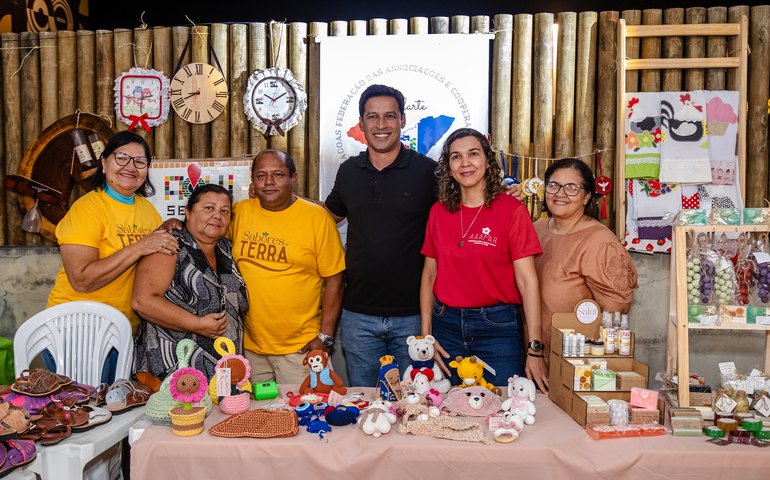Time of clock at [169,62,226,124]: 8:40
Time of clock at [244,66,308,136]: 10:10
